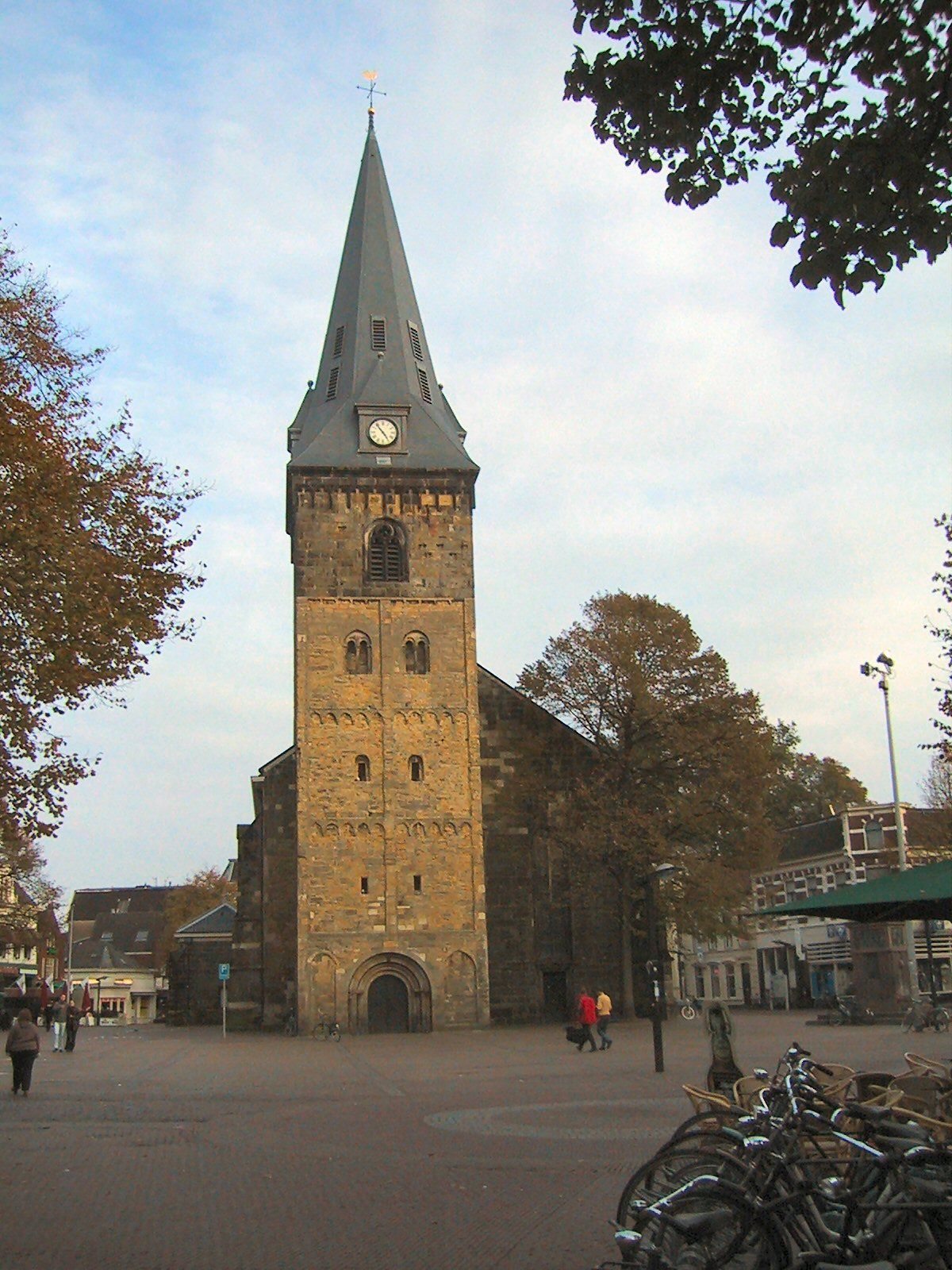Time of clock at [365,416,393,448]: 4:53
